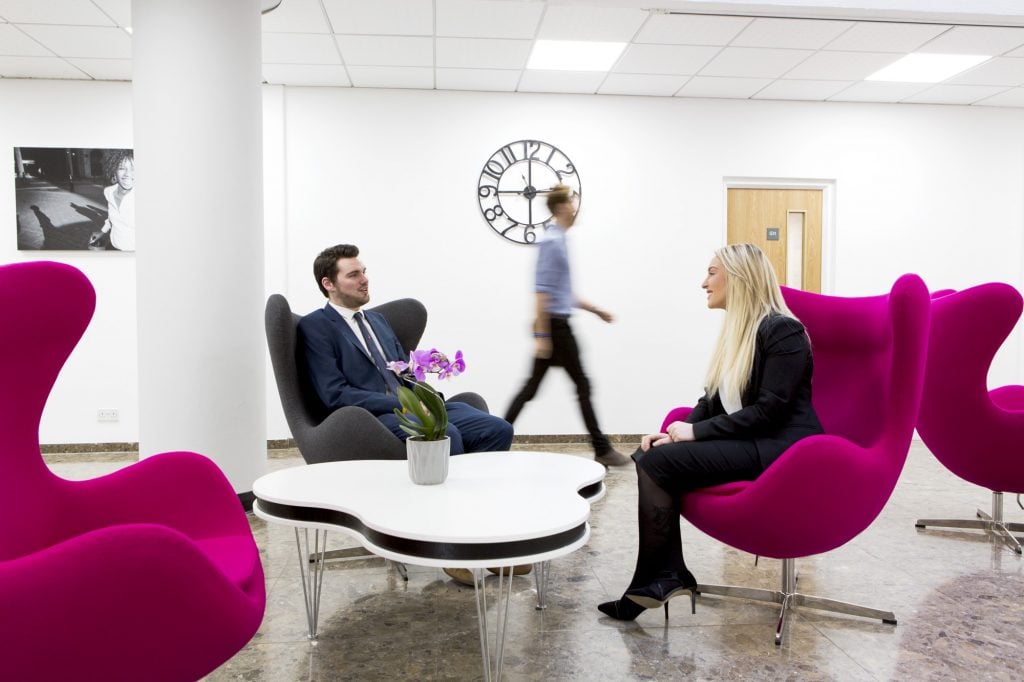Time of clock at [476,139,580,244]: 2:45
